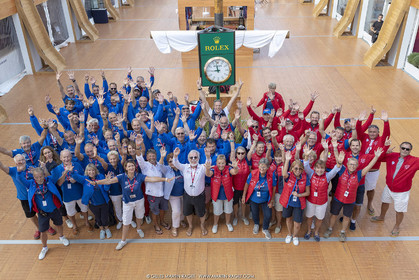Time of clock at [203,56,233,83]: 8:57
